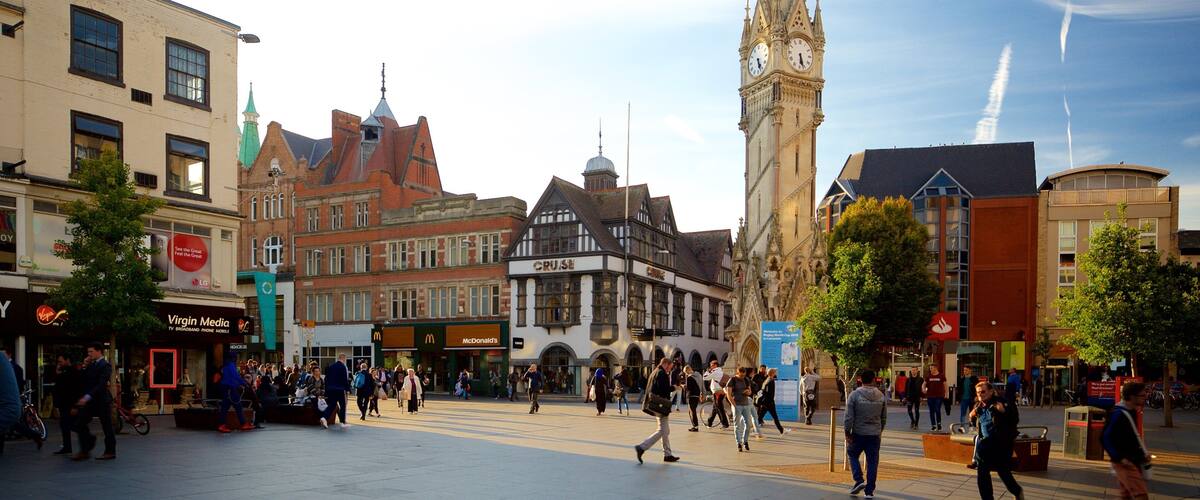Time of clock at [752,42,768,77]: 5:26
